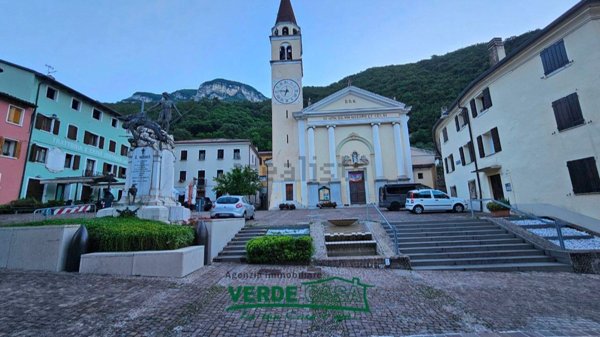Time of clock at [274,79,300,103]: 6:46
